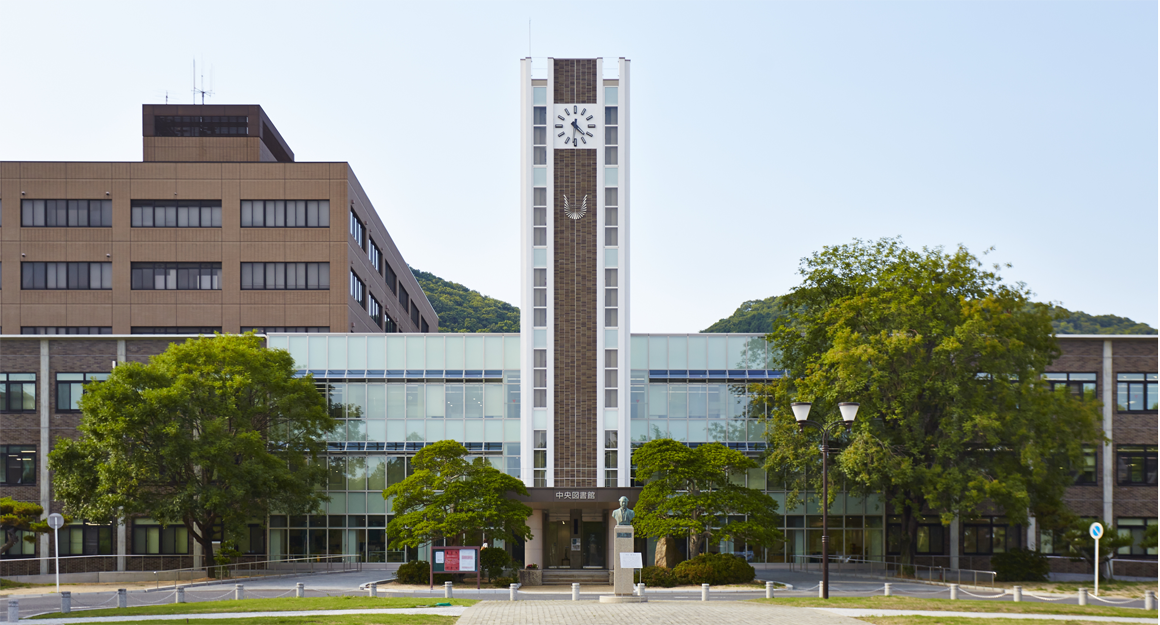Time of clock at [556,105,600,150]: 4:31
